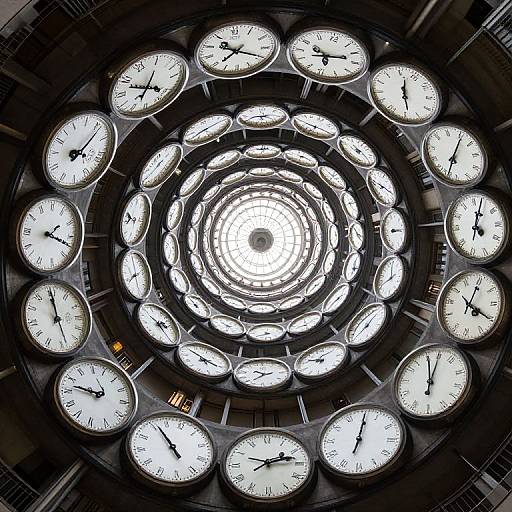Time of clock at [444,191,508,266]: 7:04
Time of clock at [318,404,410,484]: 12:00
